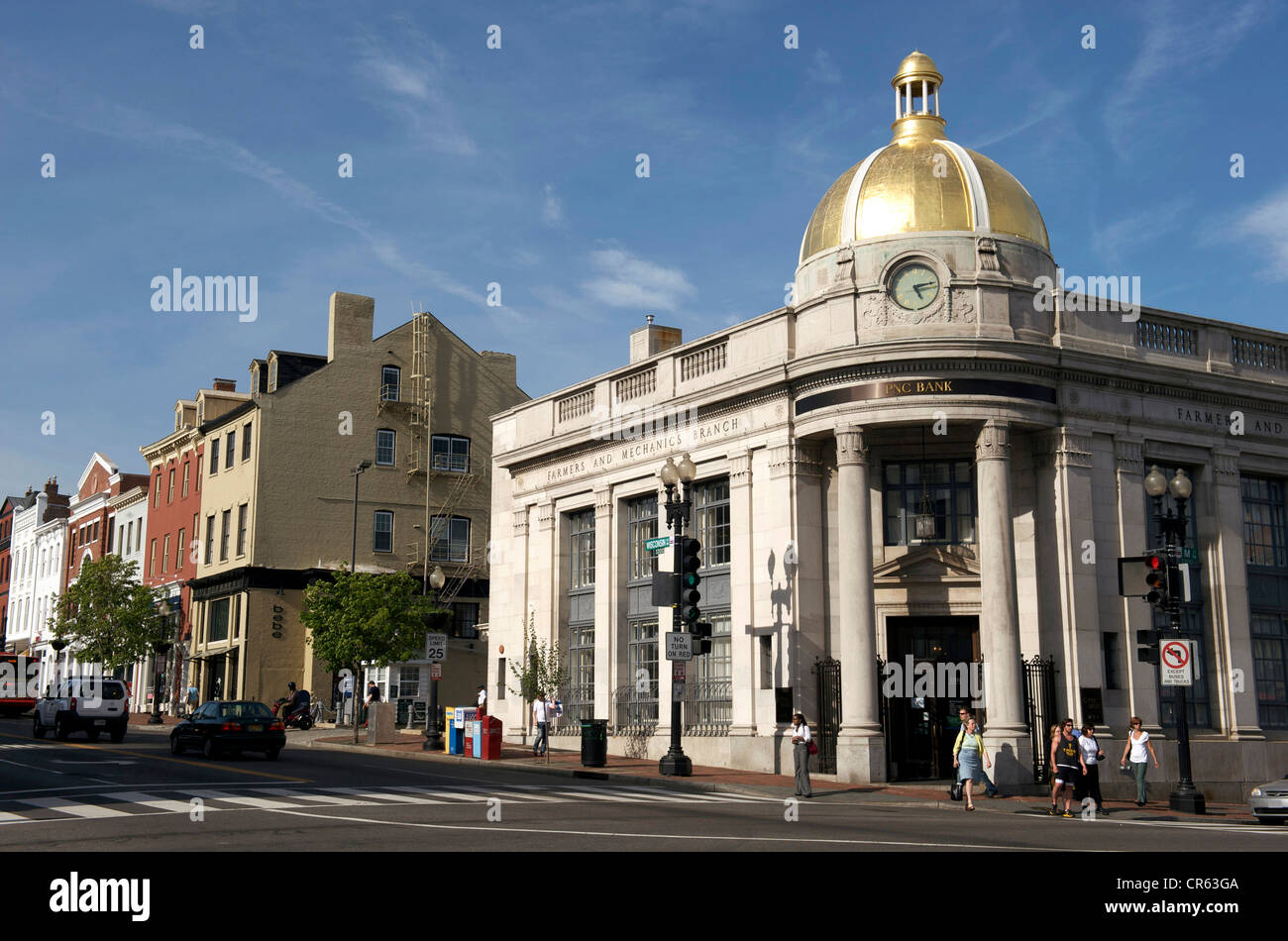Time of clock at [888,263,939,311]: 5:13
